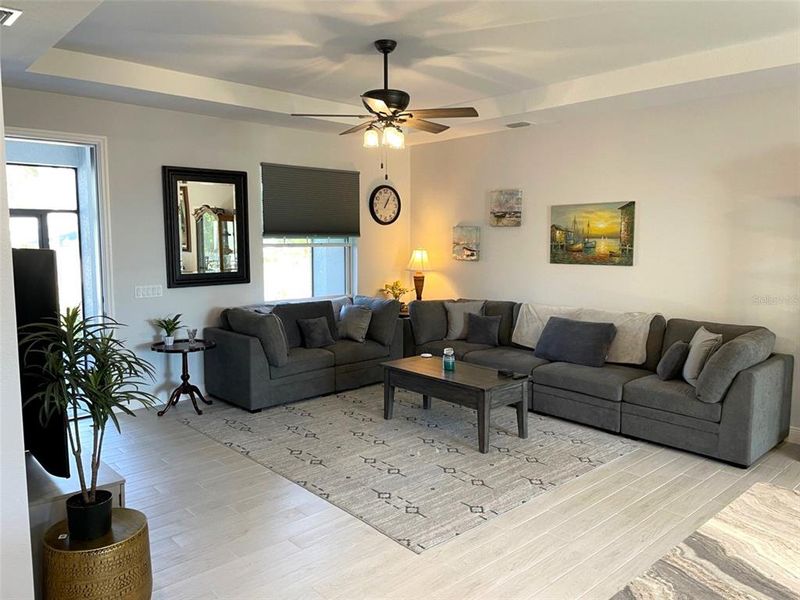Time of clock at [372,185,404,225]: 1:05
